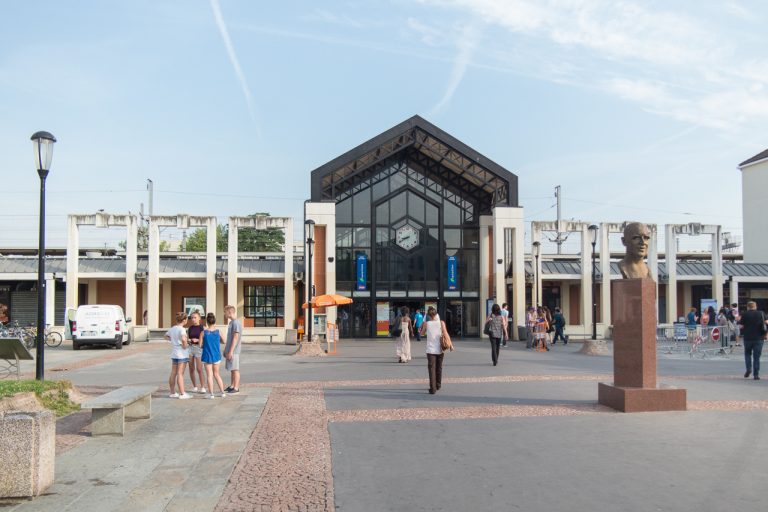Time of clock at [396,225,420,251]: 8:40
